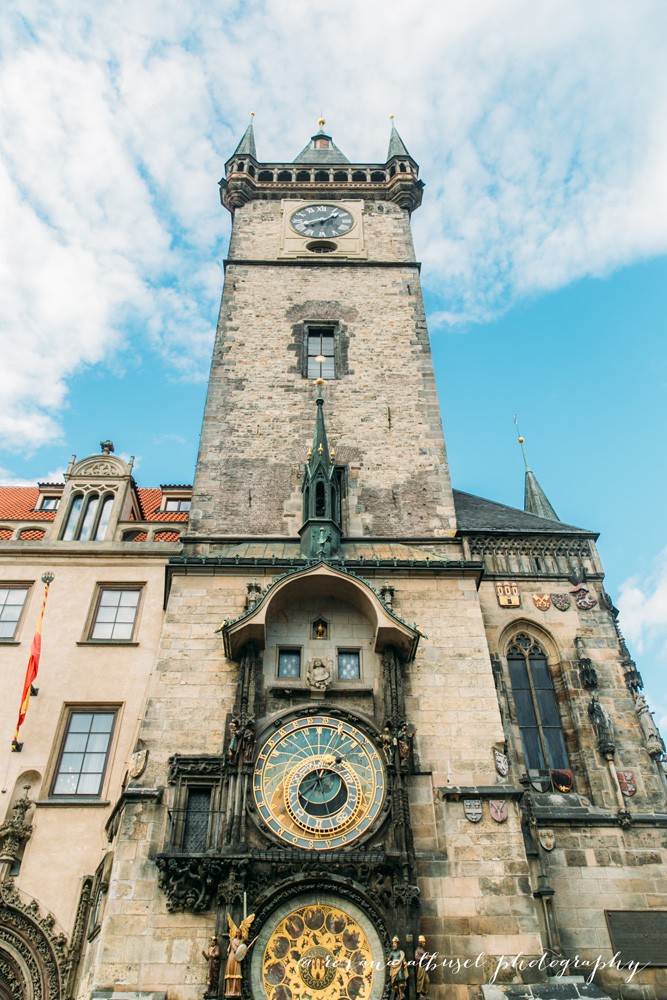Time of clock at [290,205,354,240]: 8:07
